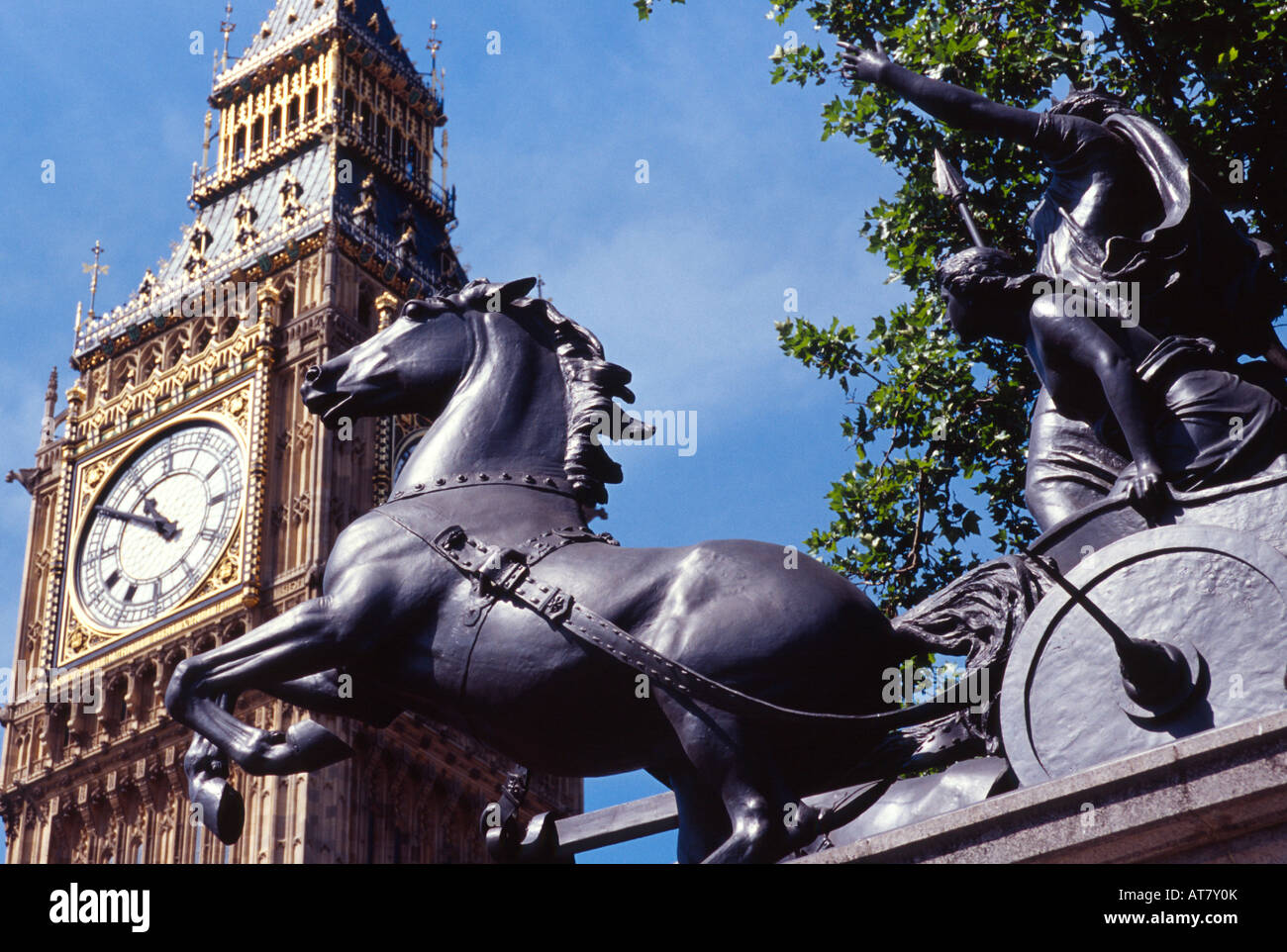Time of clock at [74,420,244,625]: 10:50
